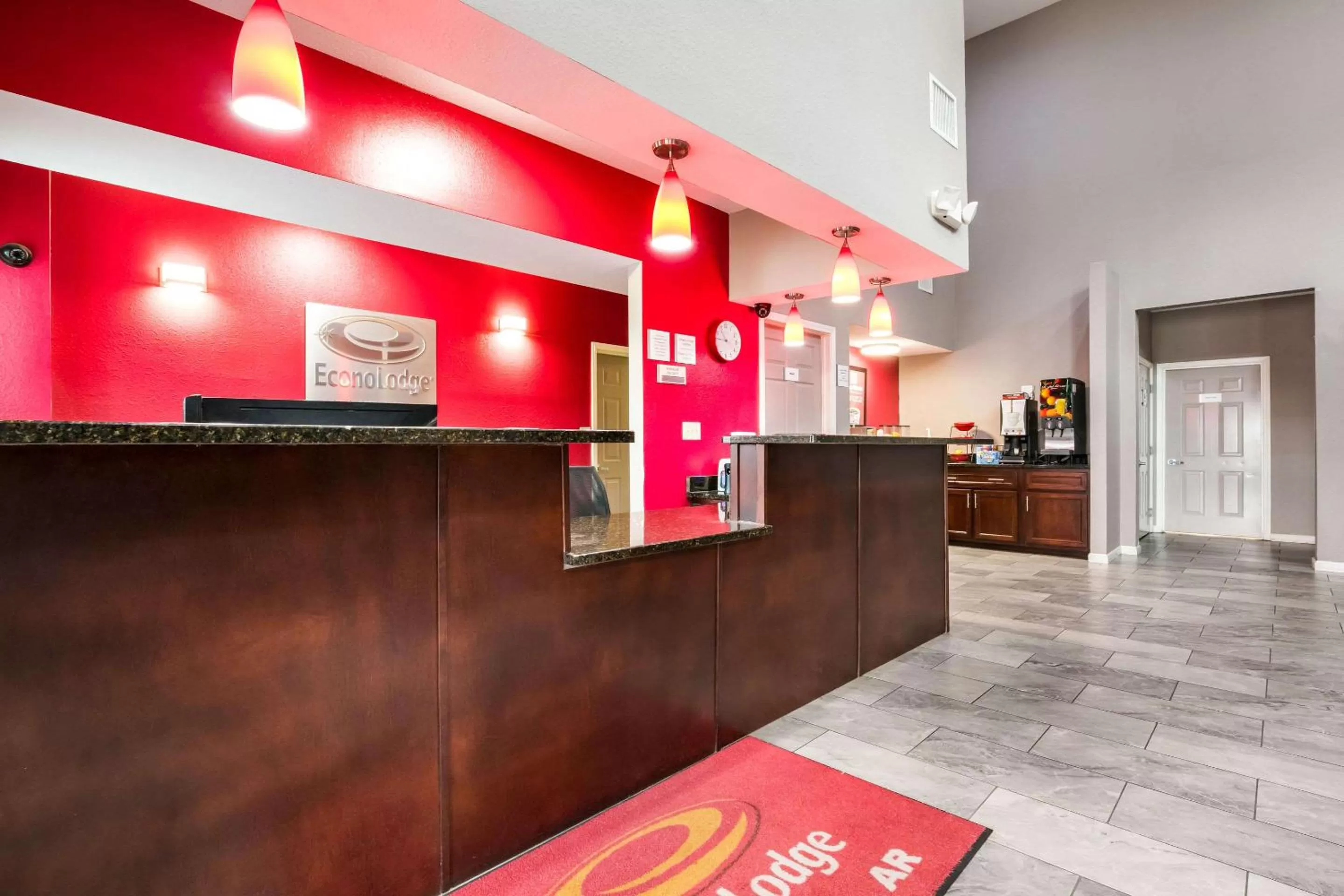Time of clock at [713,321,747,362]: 10:45
